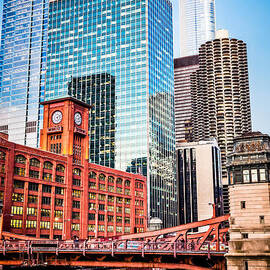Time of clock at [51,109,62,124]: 5:11
